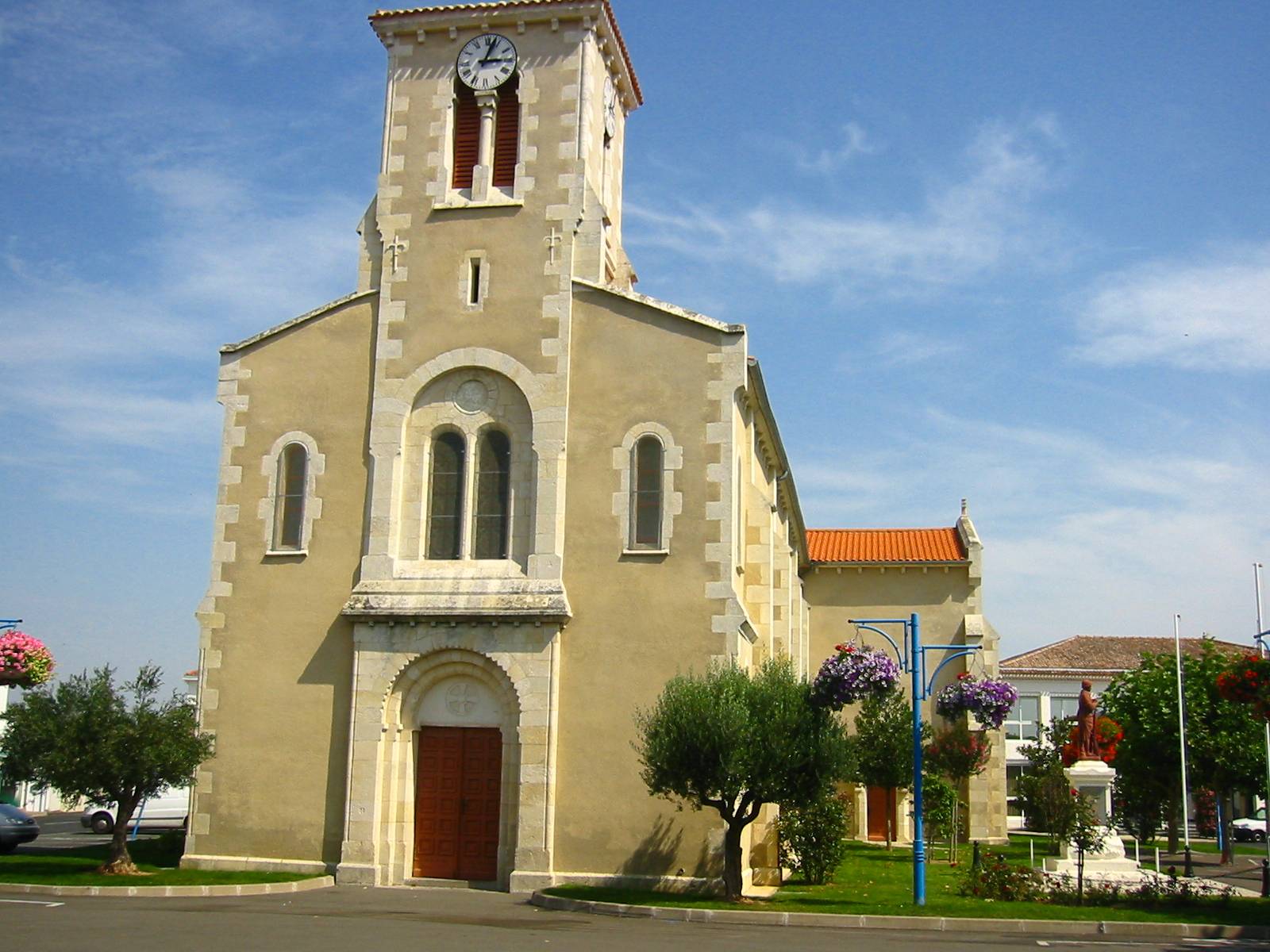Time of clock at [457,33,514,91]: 3:02
